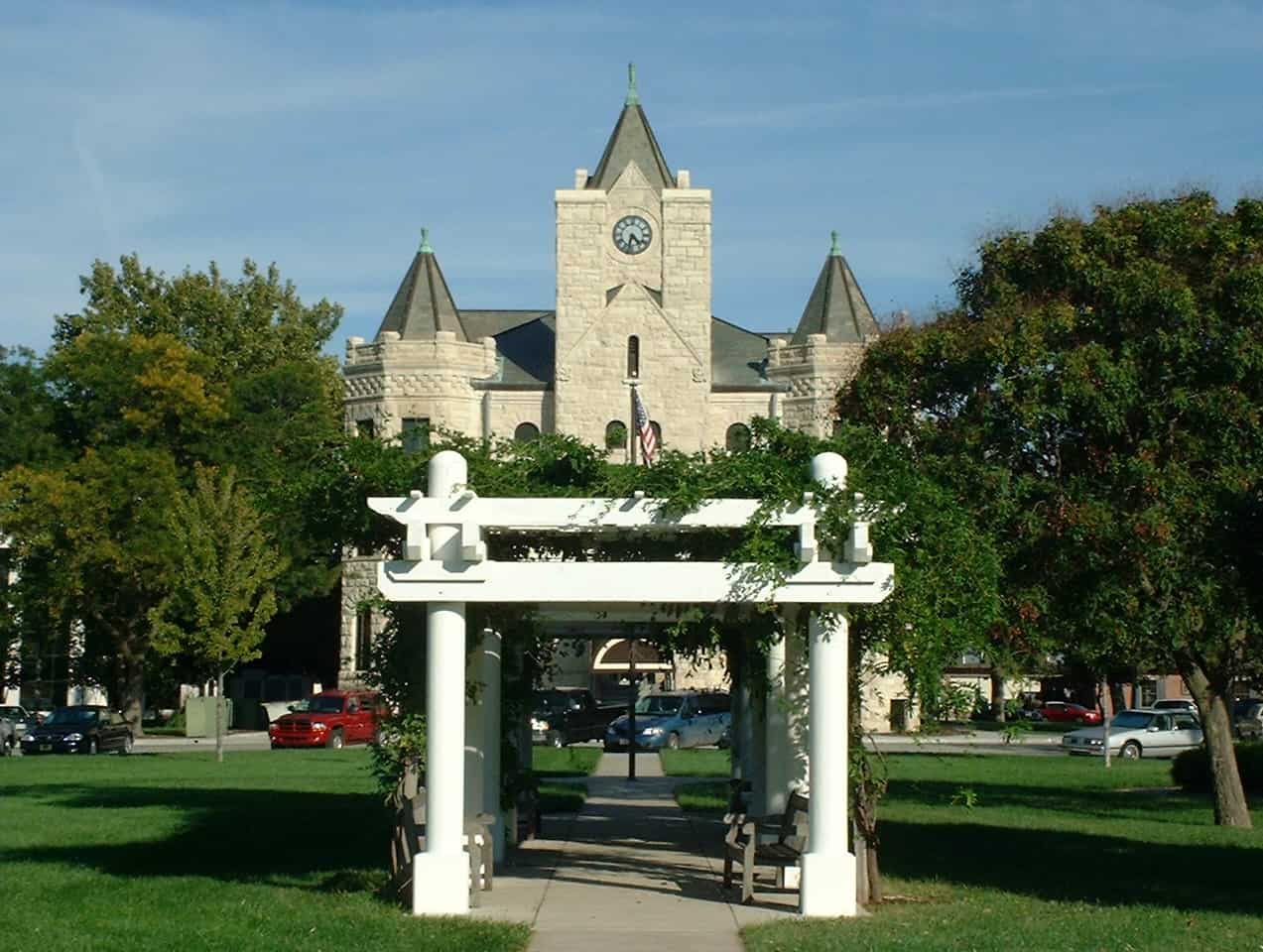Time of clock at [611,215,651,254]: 4:32
